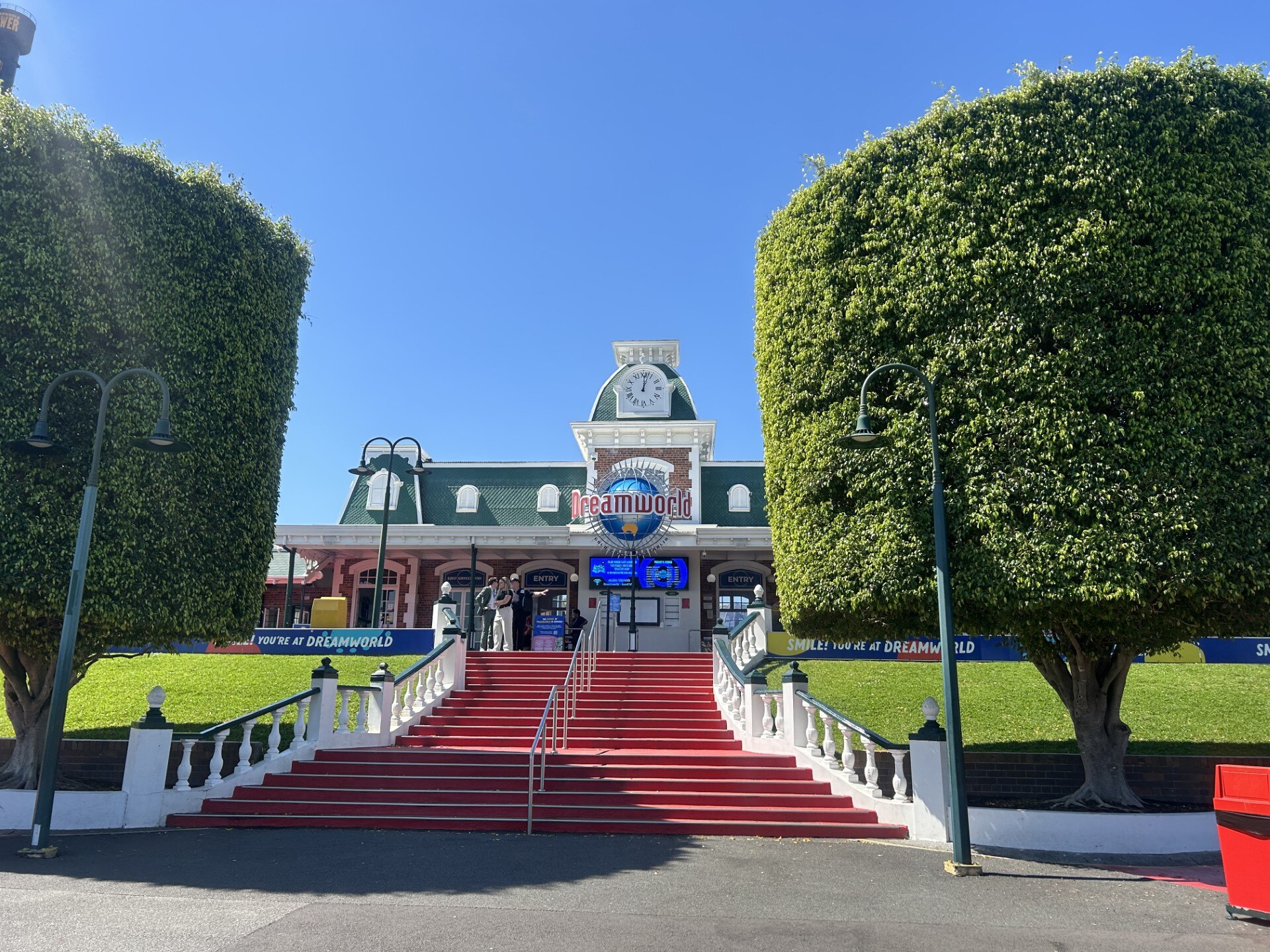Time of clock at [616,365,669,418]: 12:02
